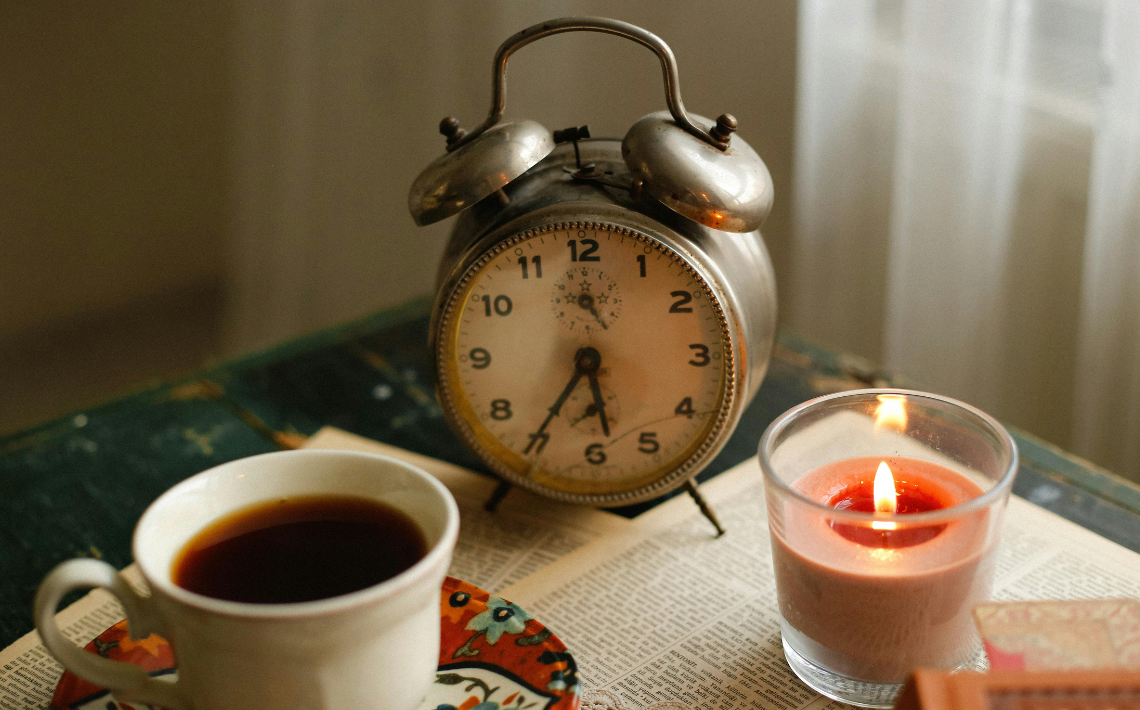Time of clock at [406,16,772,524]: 5:35
